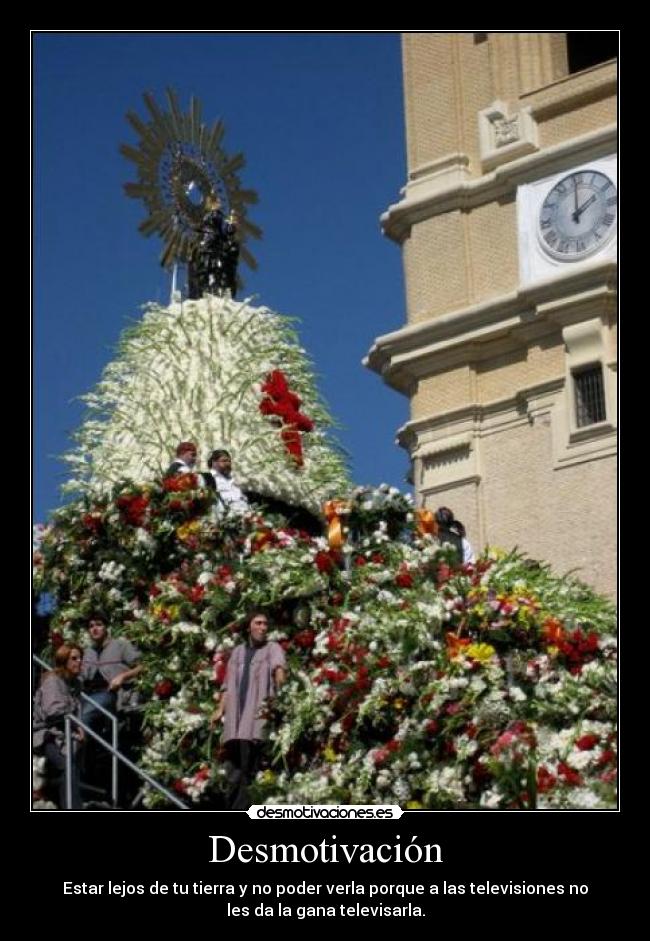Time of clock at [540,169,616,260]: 2:00
